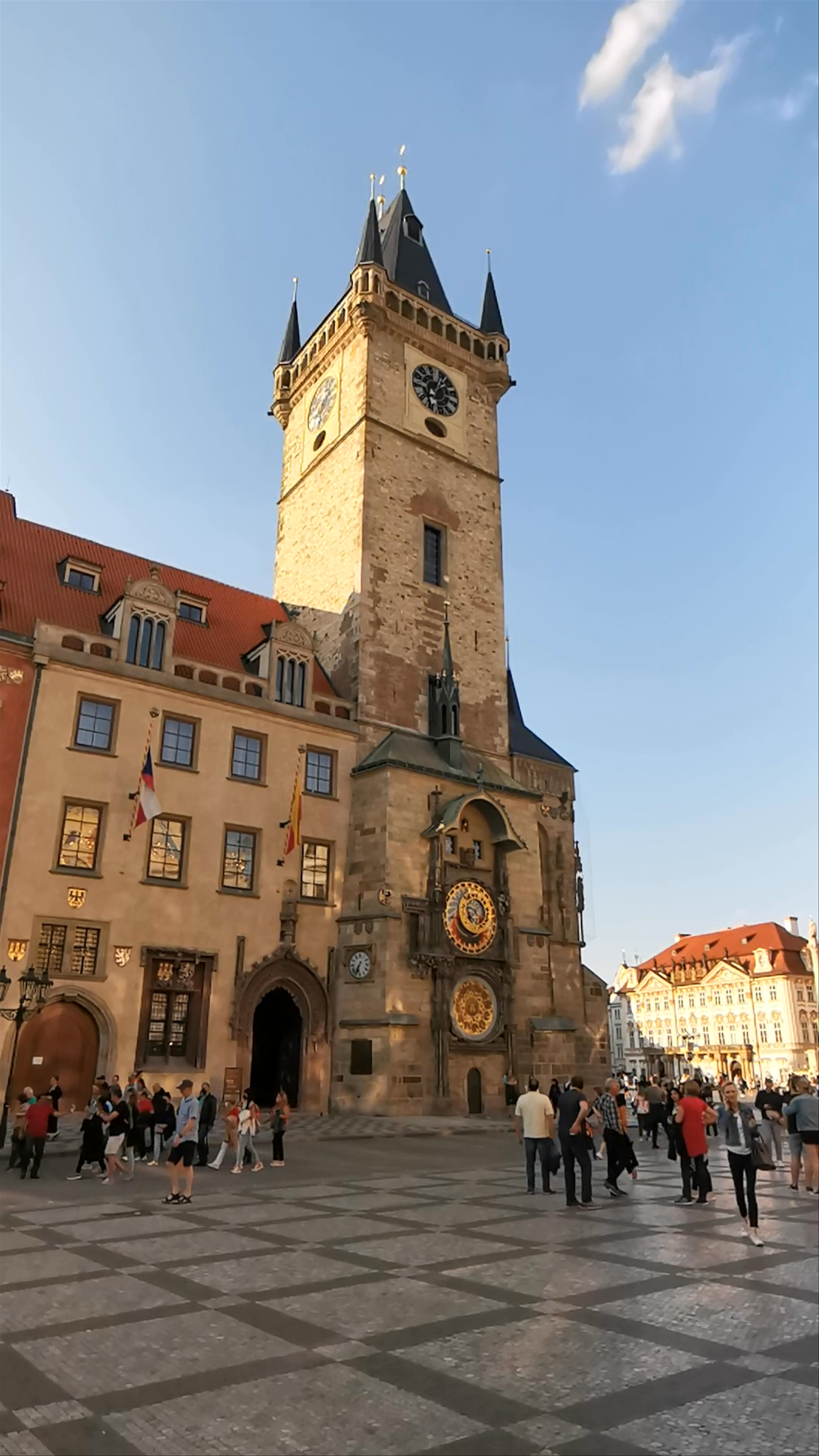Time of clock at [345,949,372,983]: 6:34
